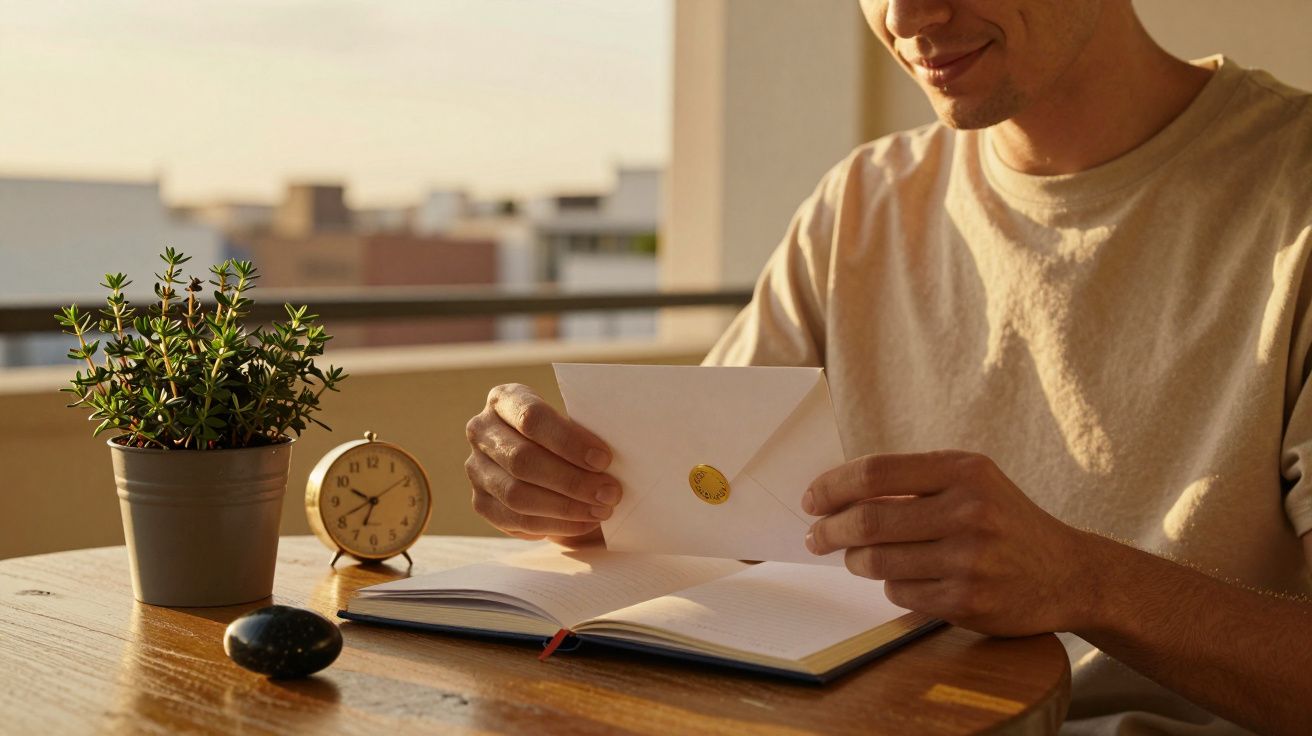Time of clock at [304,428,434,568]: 6:49
